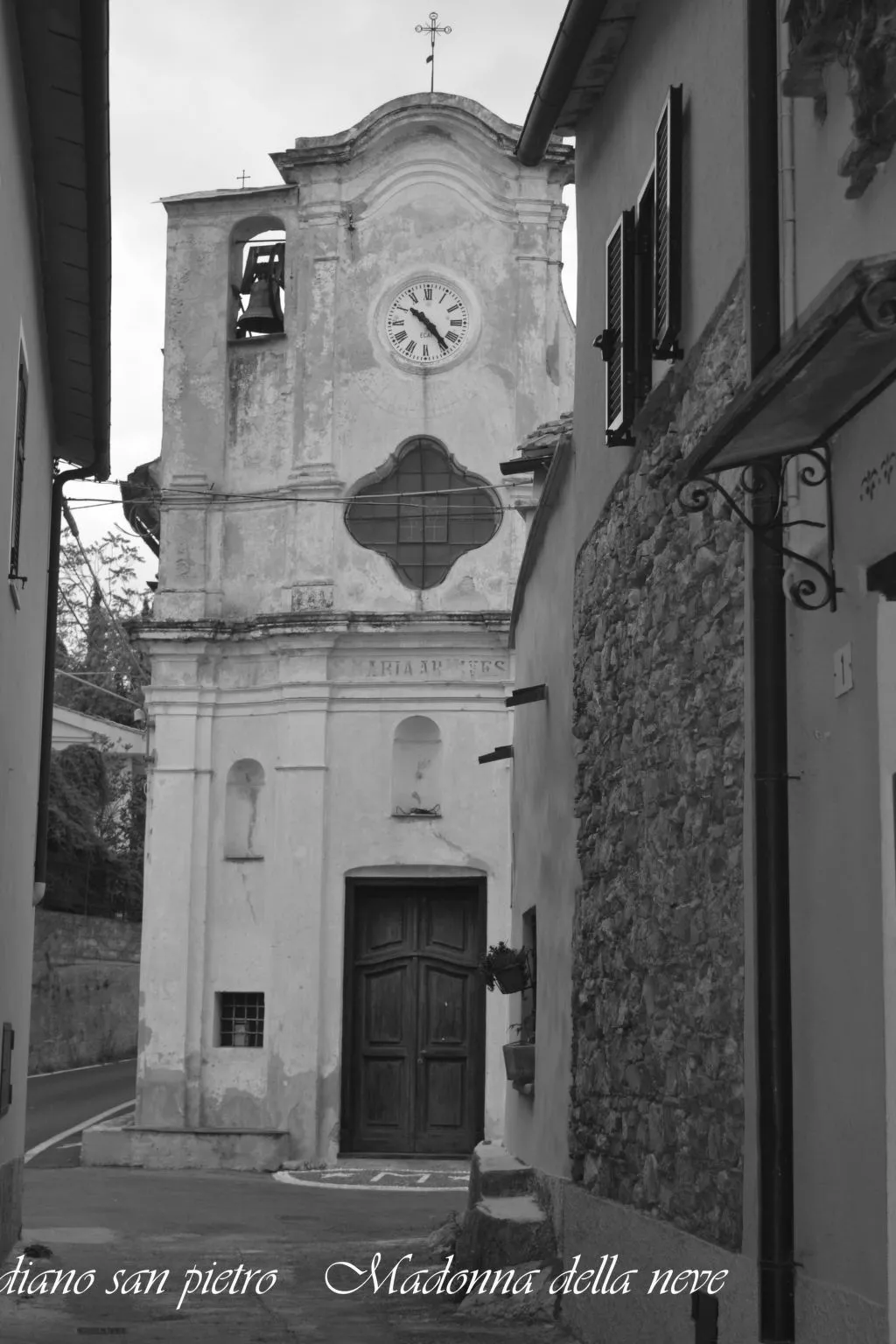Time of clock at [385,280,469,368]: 10:23
